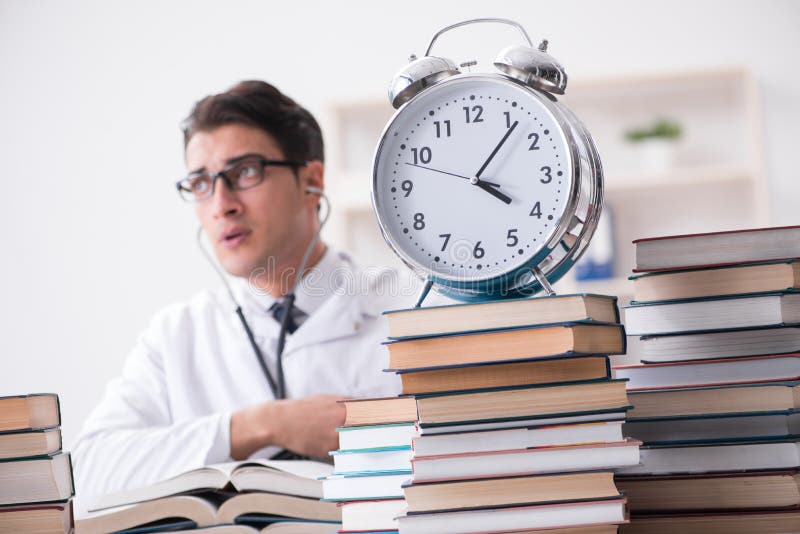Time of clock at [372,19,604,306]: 4:06
